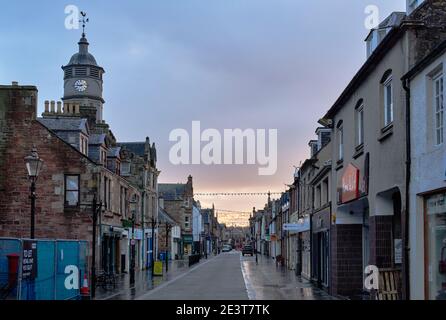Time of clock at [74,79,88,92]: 9:12
